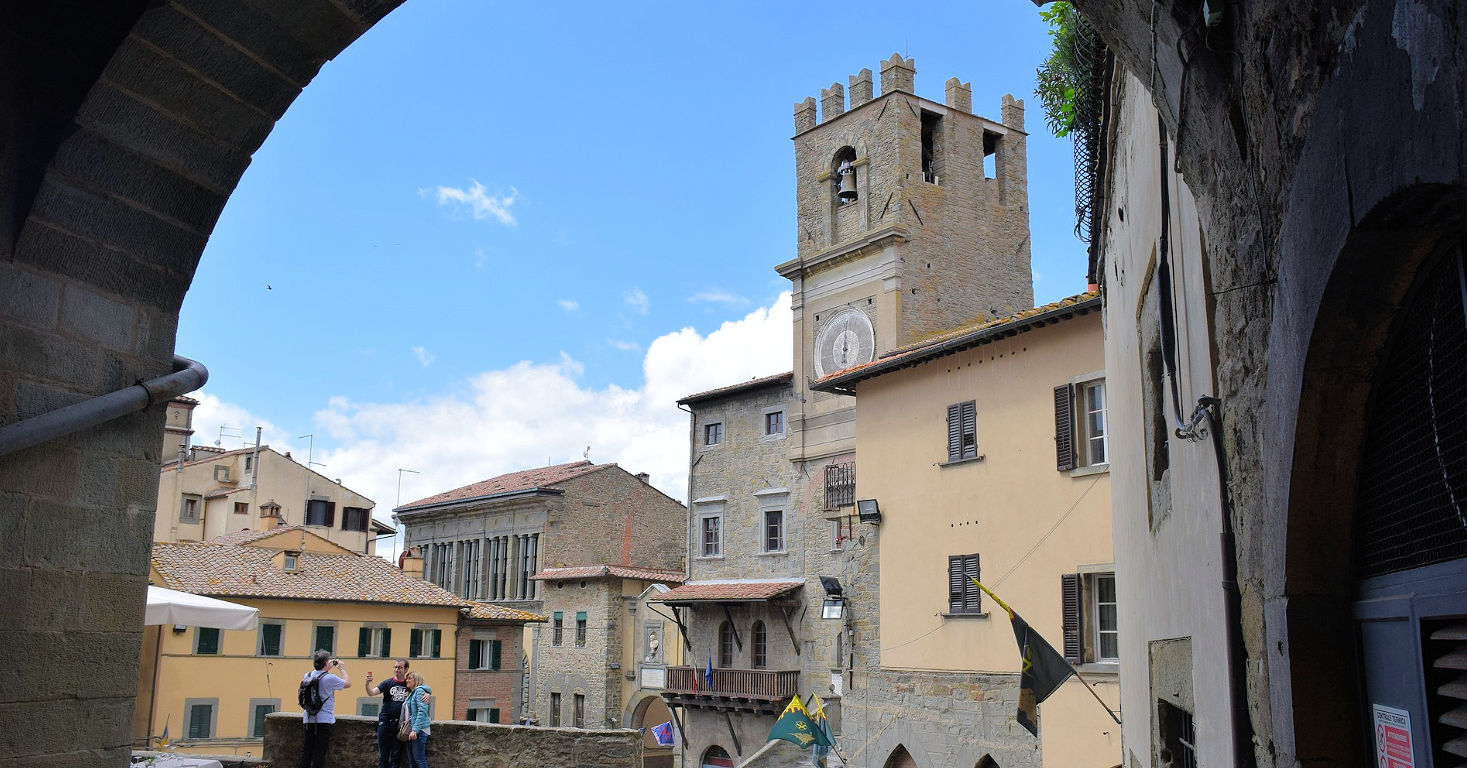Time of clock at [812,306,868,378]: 5:59
